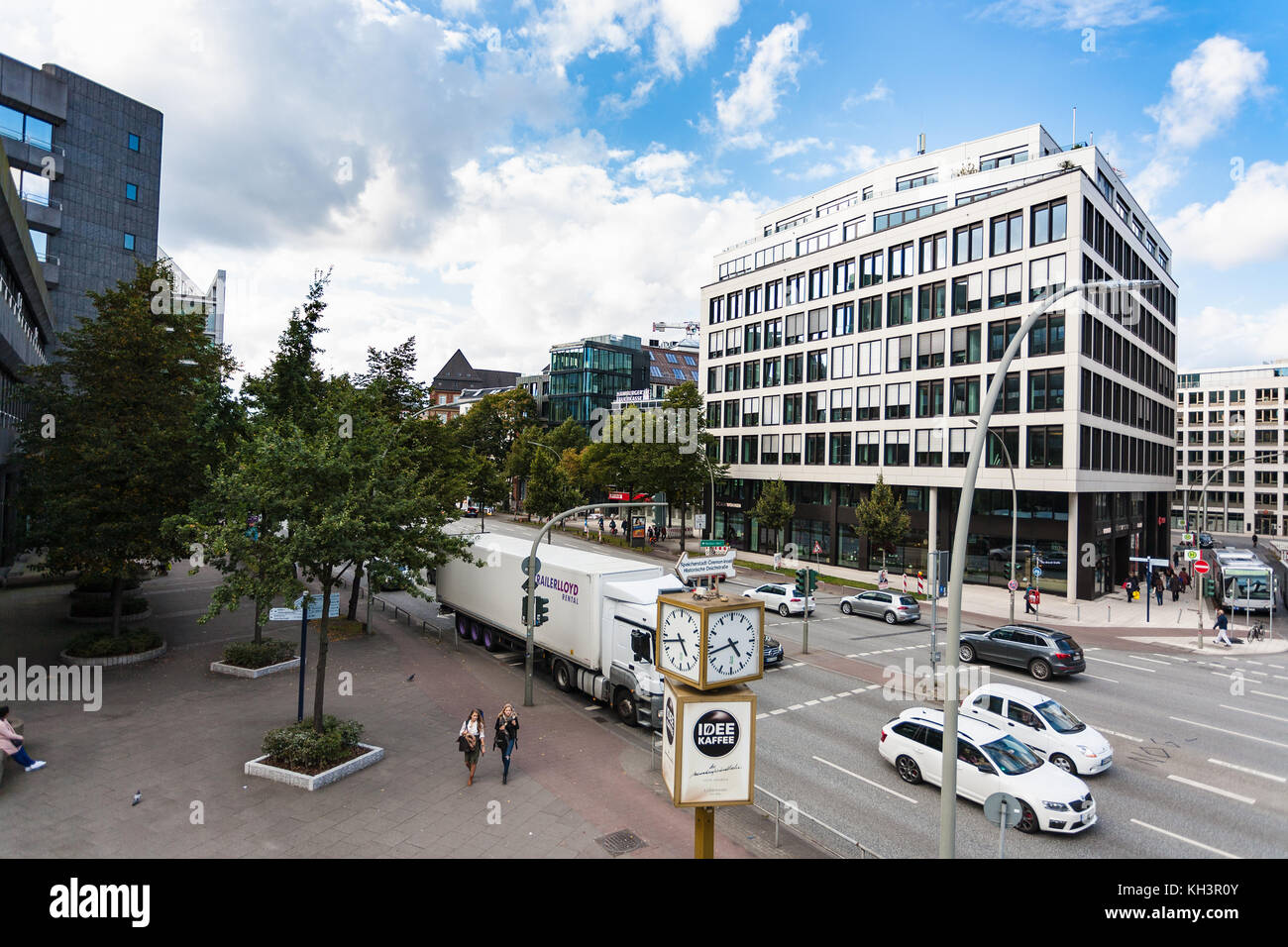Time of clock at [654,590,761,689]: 4:42
